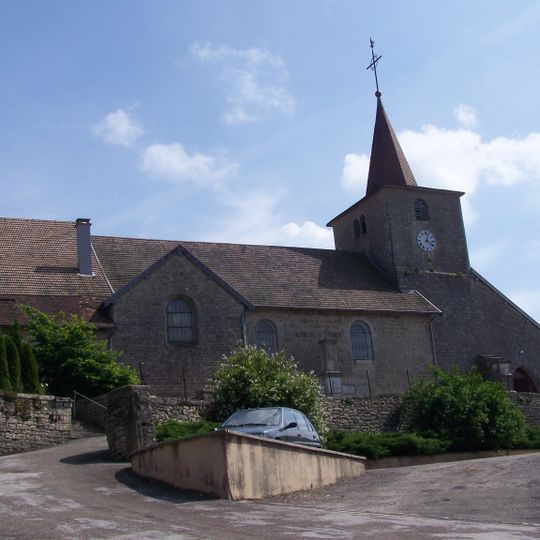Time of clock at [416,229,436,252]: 4:02
